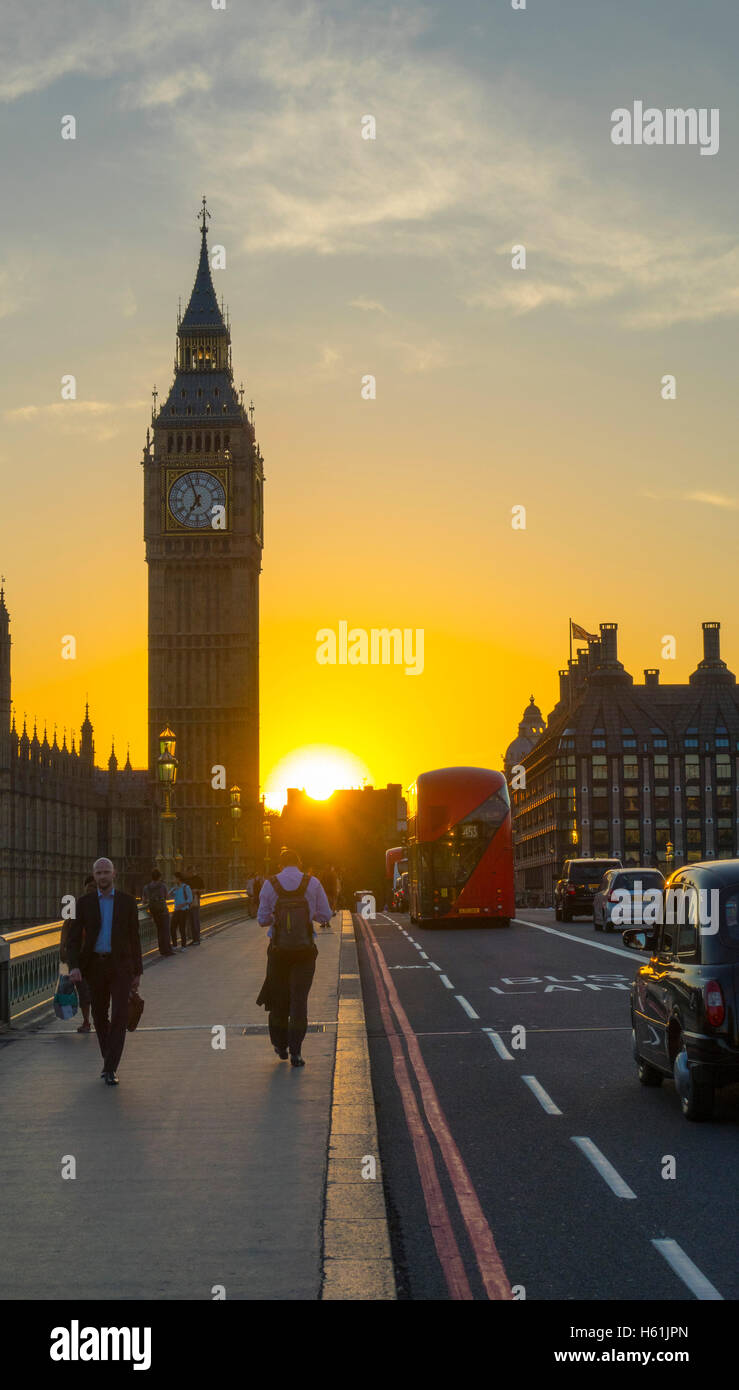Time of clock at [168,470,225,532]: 6:56
